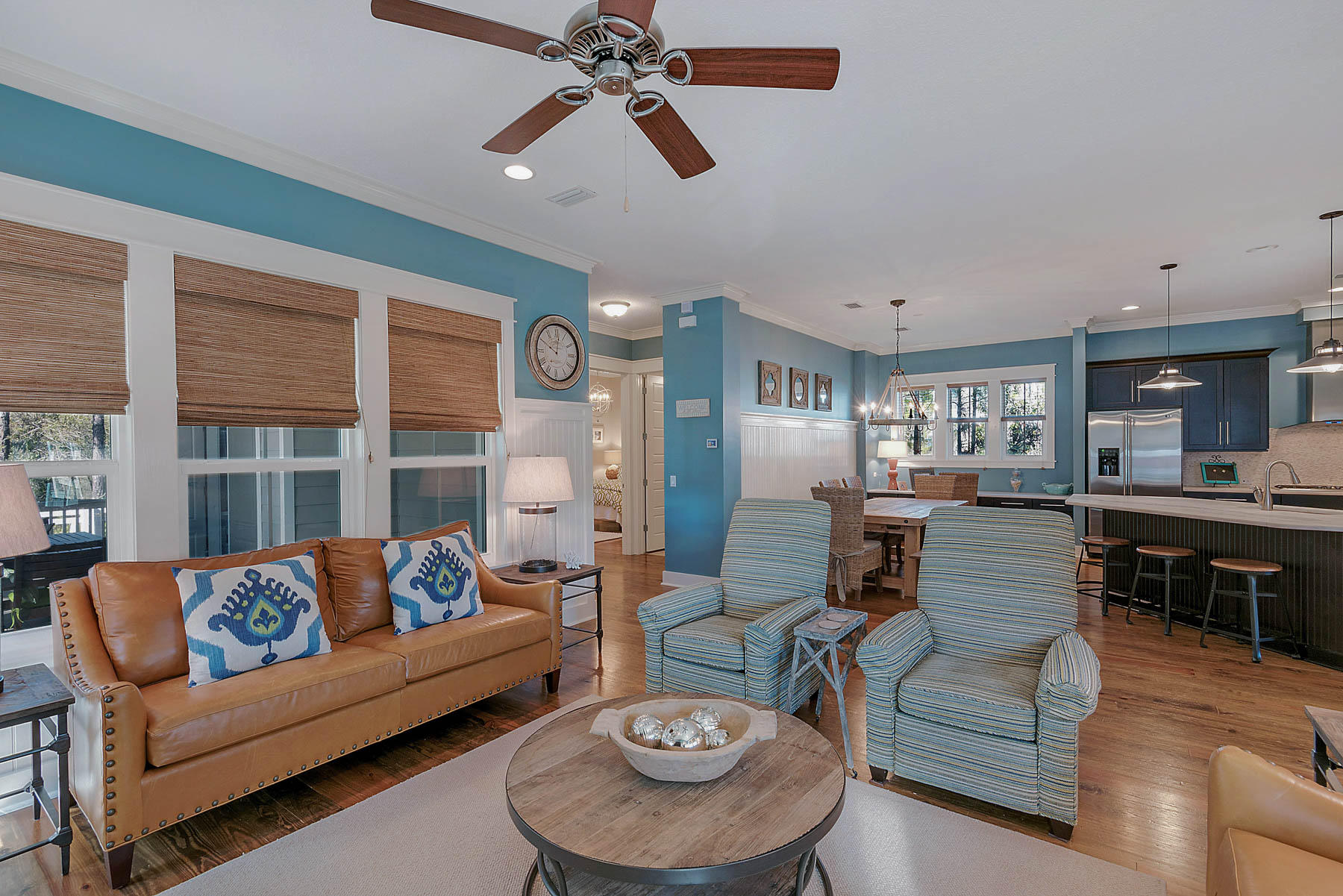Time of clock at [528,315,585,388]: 10:01
